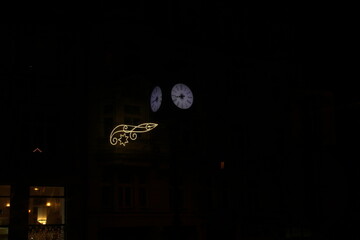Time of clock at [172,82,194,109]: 11:43
